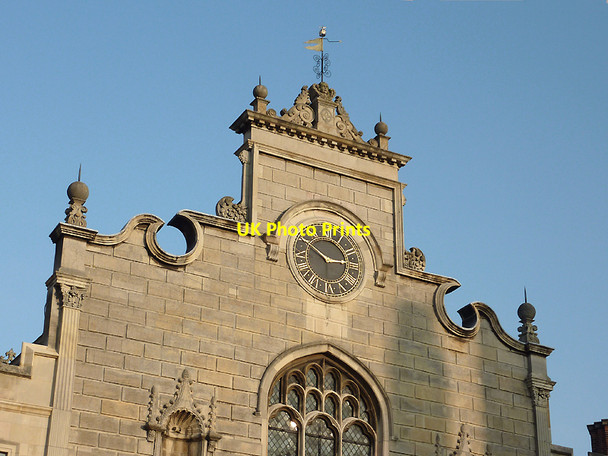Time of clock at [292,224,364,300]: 2:50
